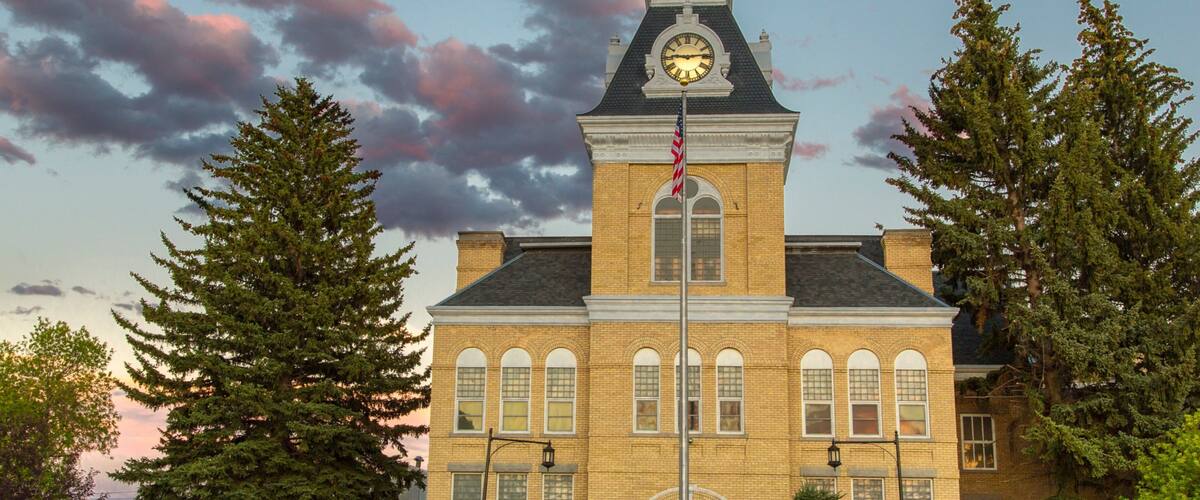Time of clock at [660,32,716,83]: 9:13
